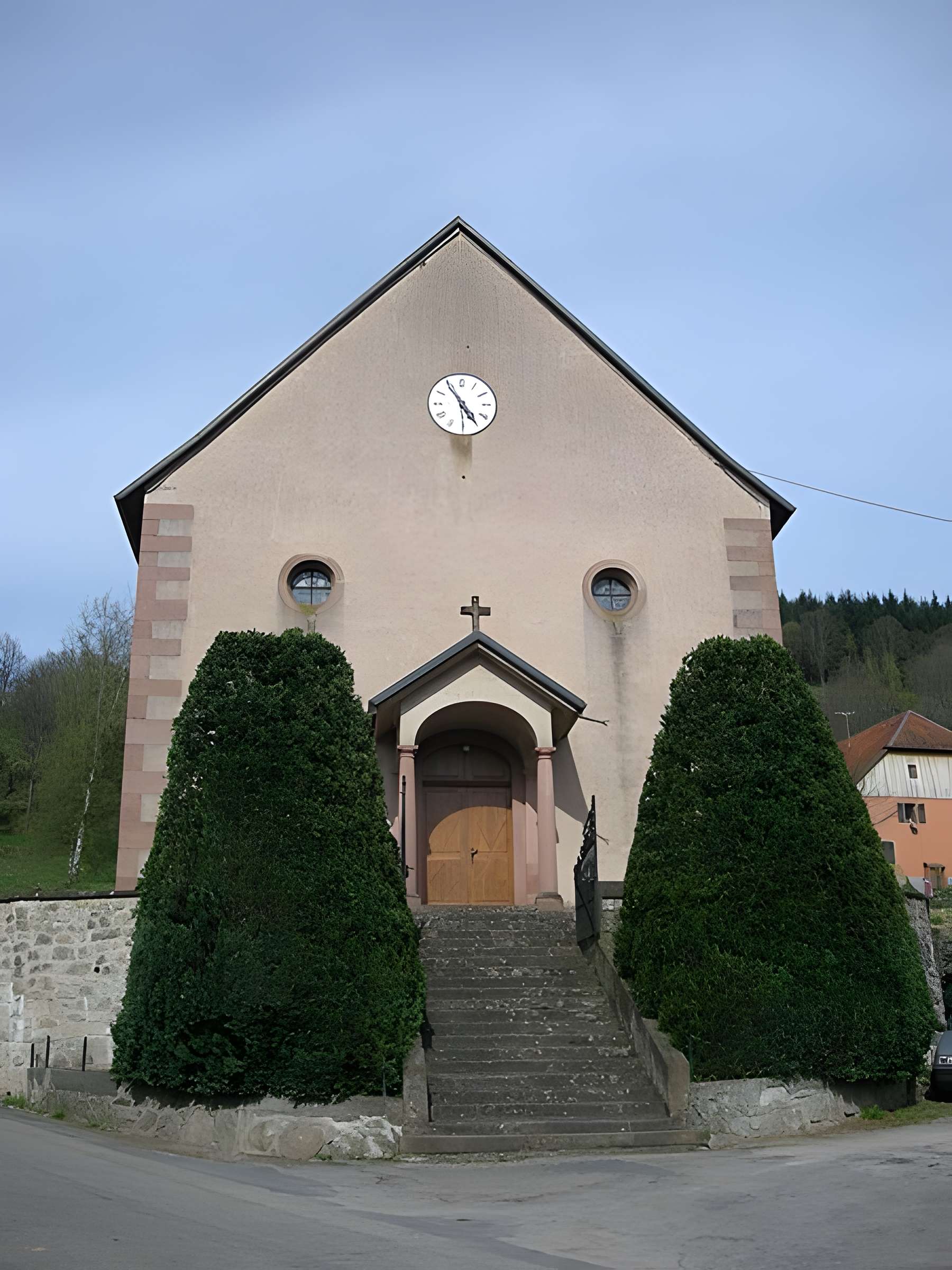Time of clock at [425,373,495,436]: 4:54
